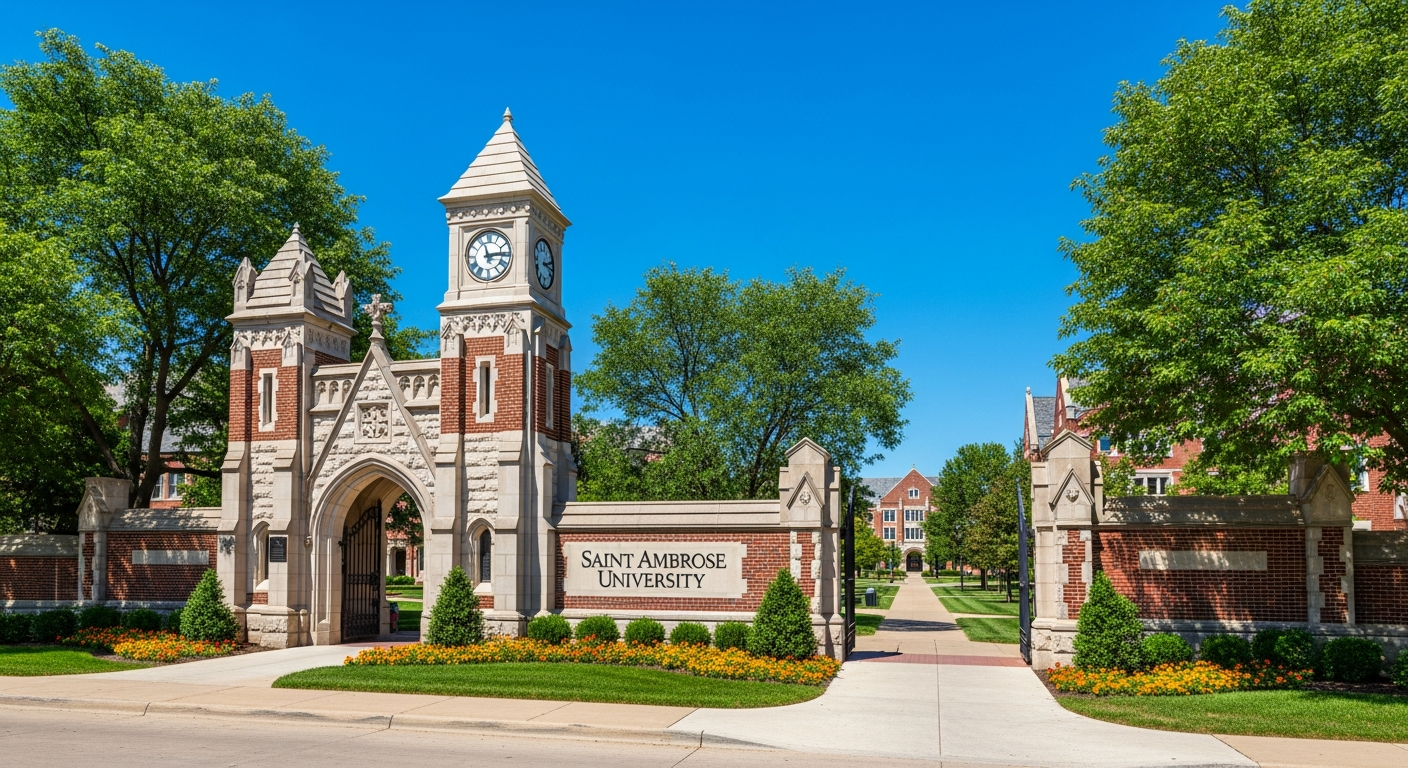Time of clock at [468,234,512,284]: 2:57
